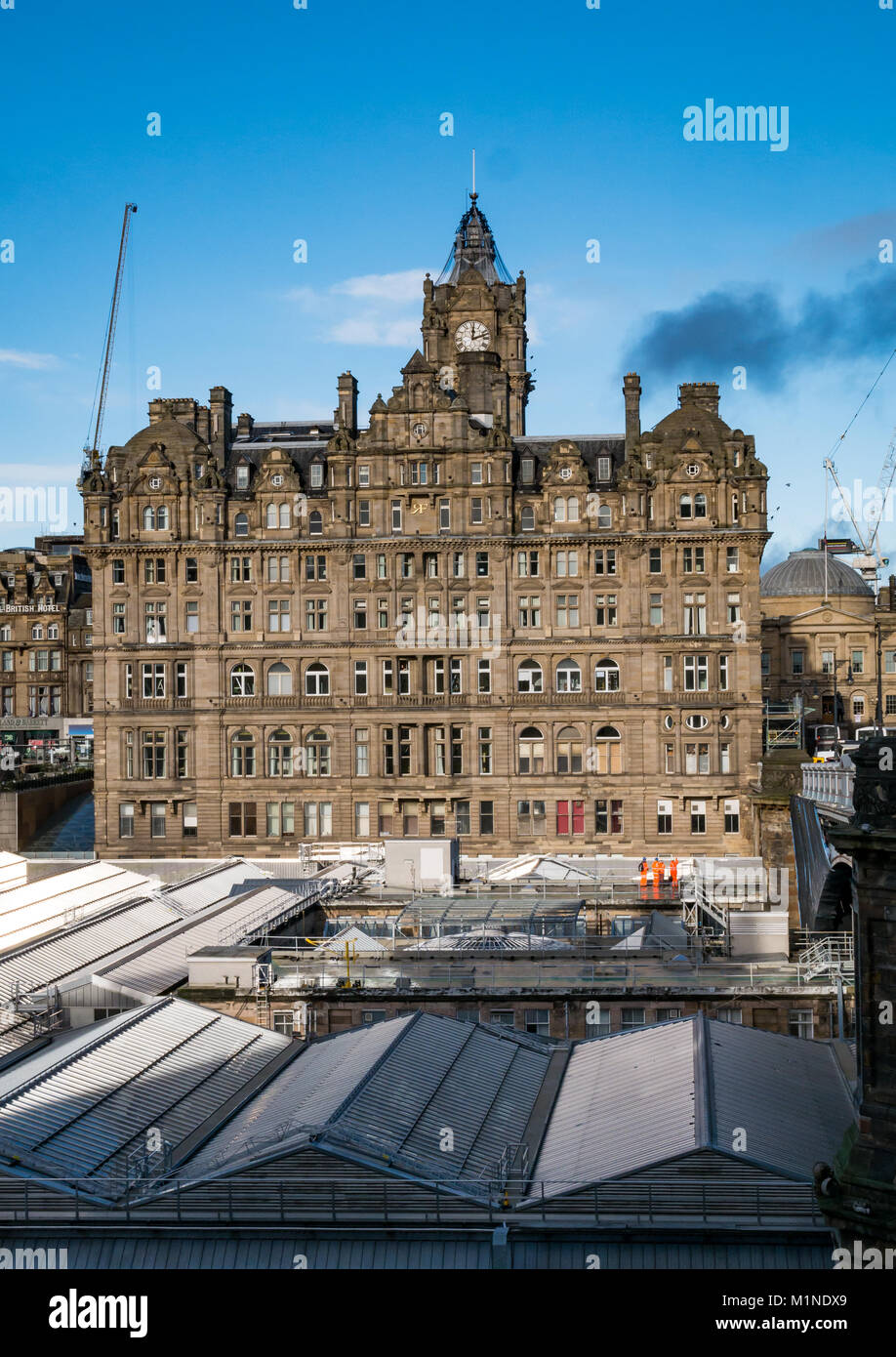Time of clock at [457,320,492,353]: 12:11
